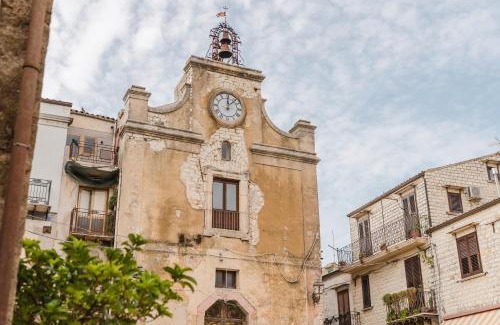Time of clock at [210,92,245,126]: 12:07
